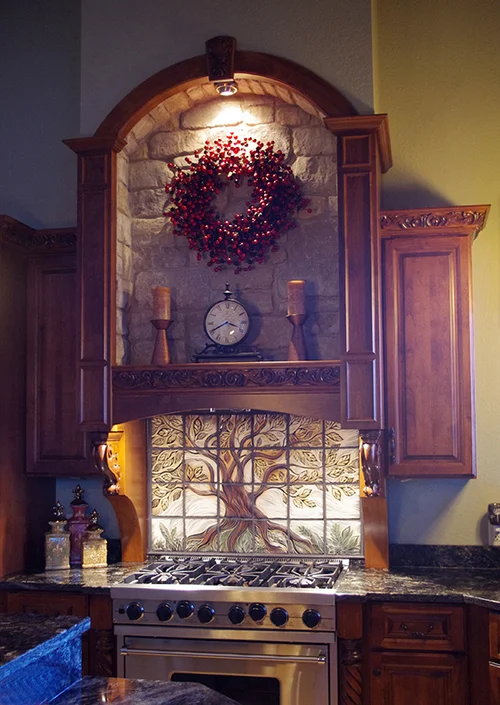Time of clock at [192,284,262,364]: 3:40
